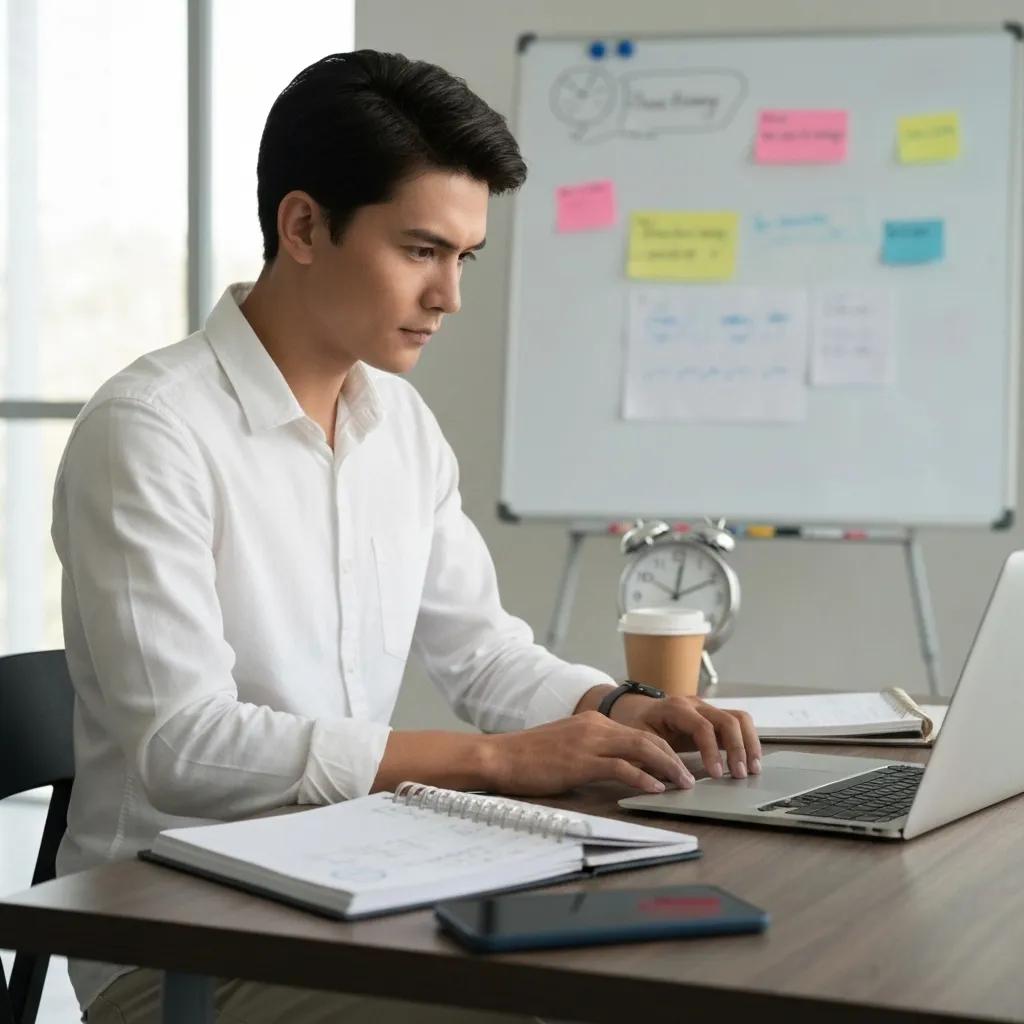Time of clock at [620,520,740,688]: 12:11
